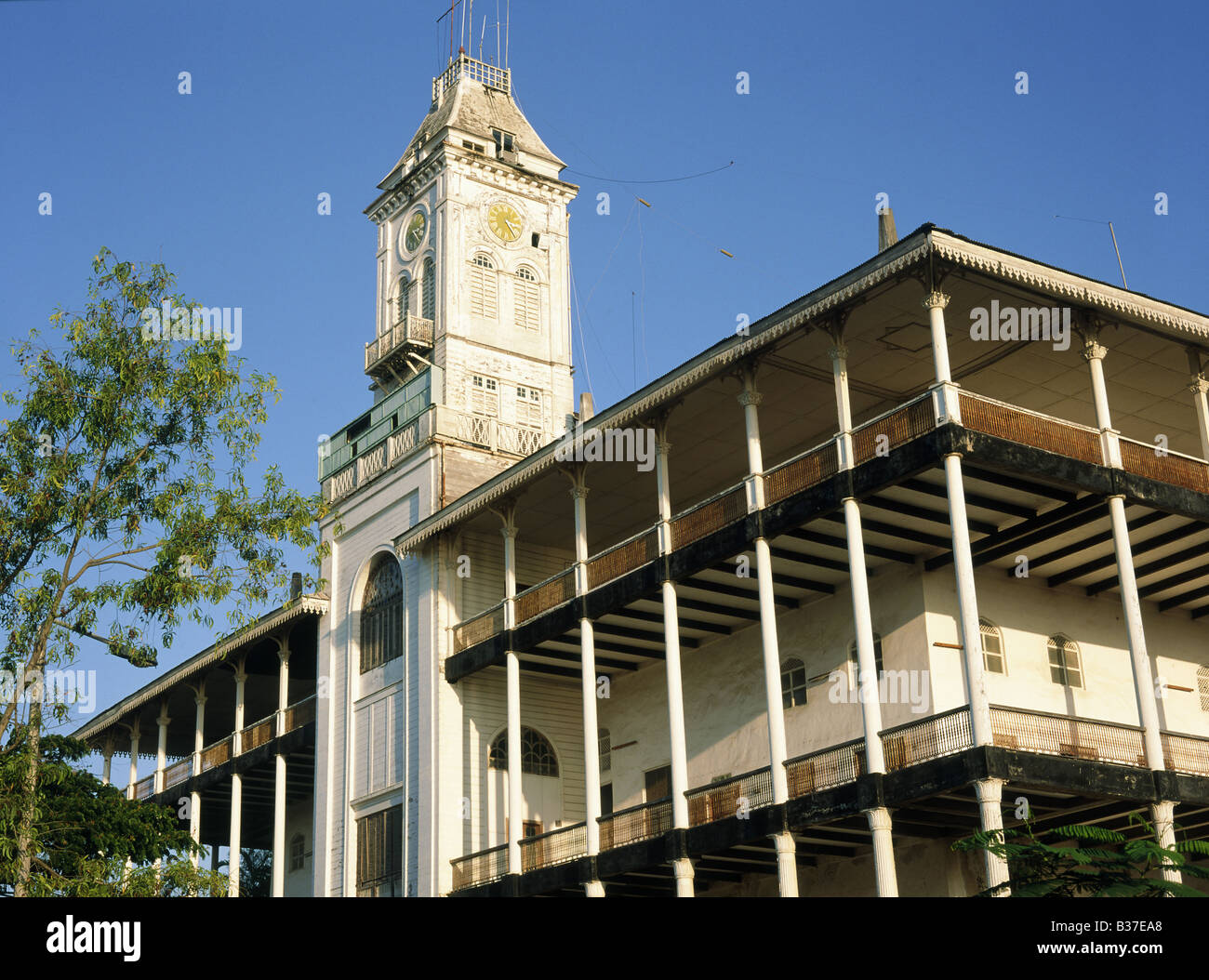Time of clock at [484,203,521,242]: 3:24
